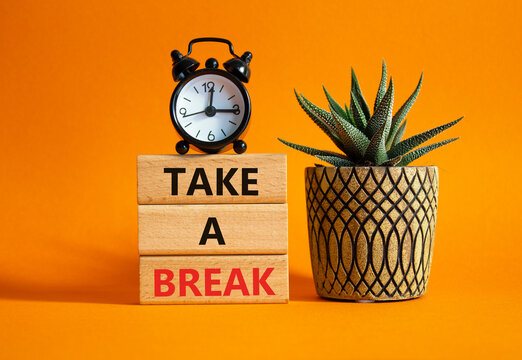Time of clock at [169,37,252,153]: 3:01
